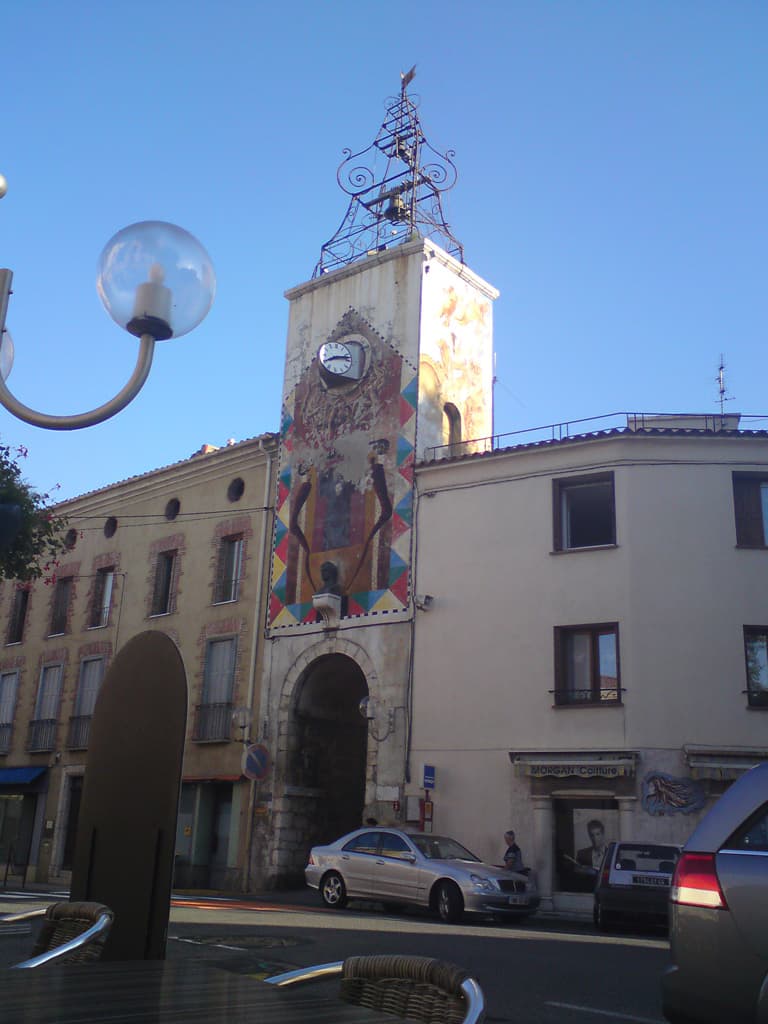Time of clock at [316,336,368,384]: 8:12
